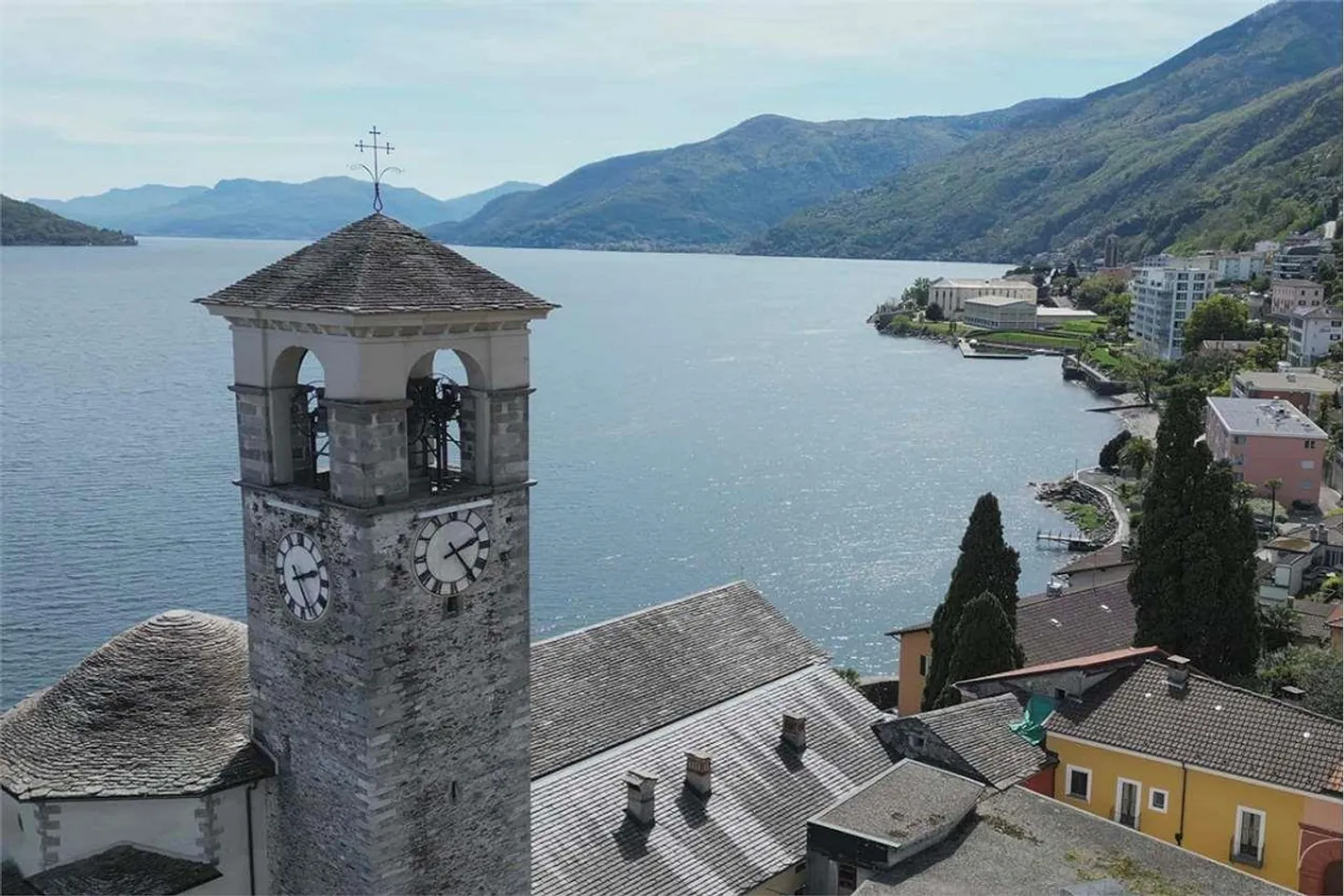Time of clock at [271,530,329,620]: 2:25
